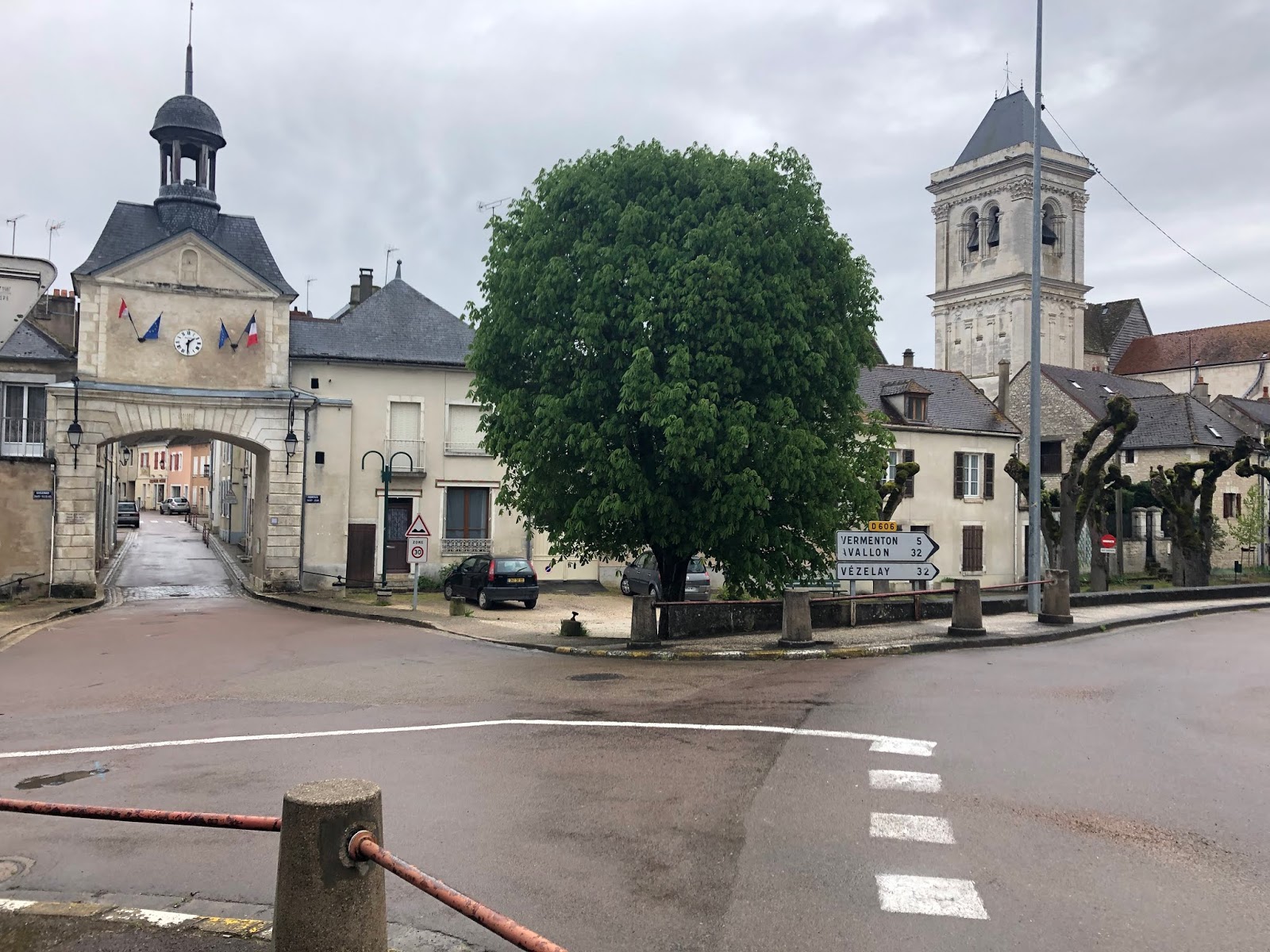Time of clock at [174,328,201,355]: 1:30
